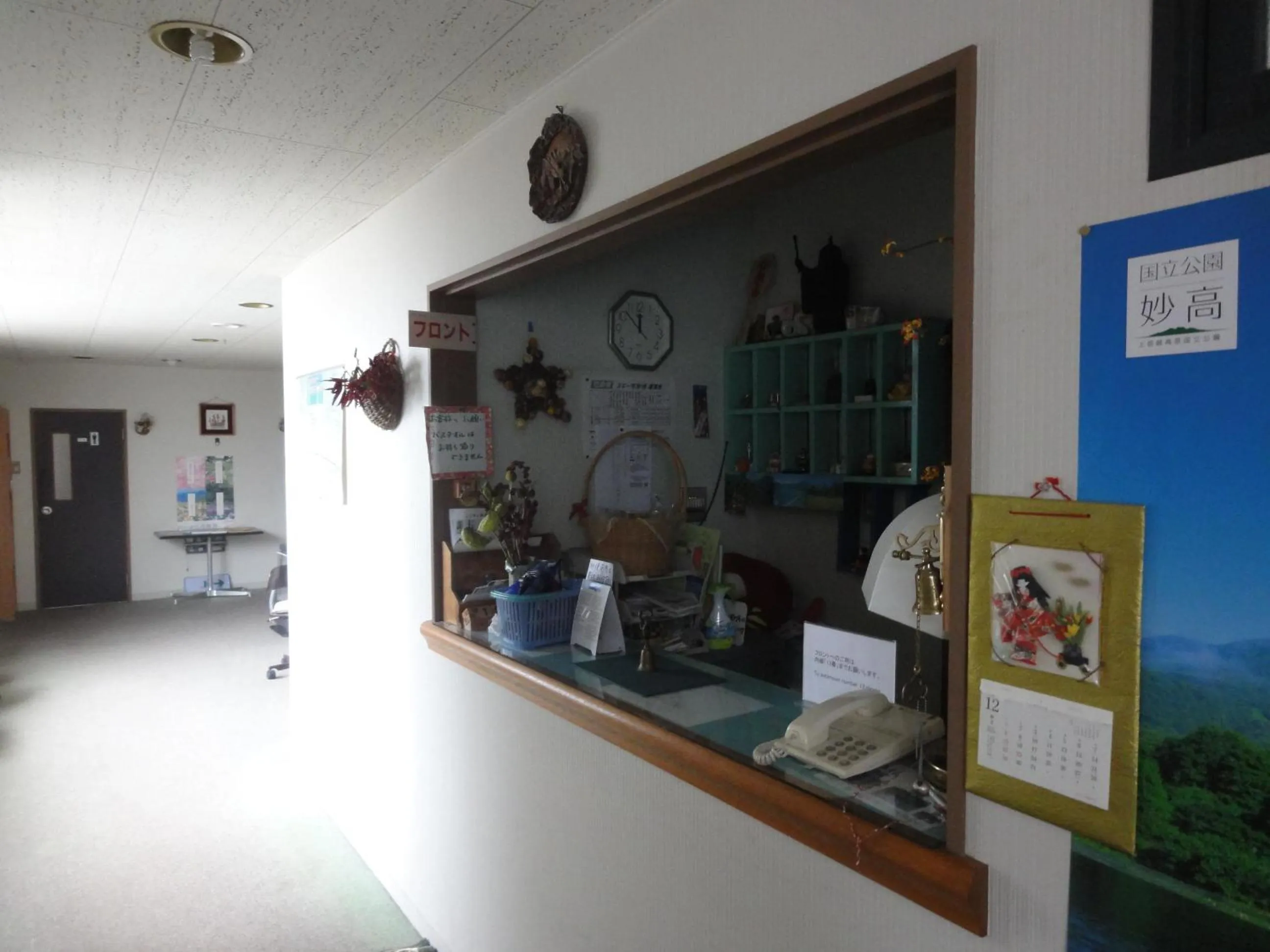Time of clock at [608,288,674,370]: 11:52
